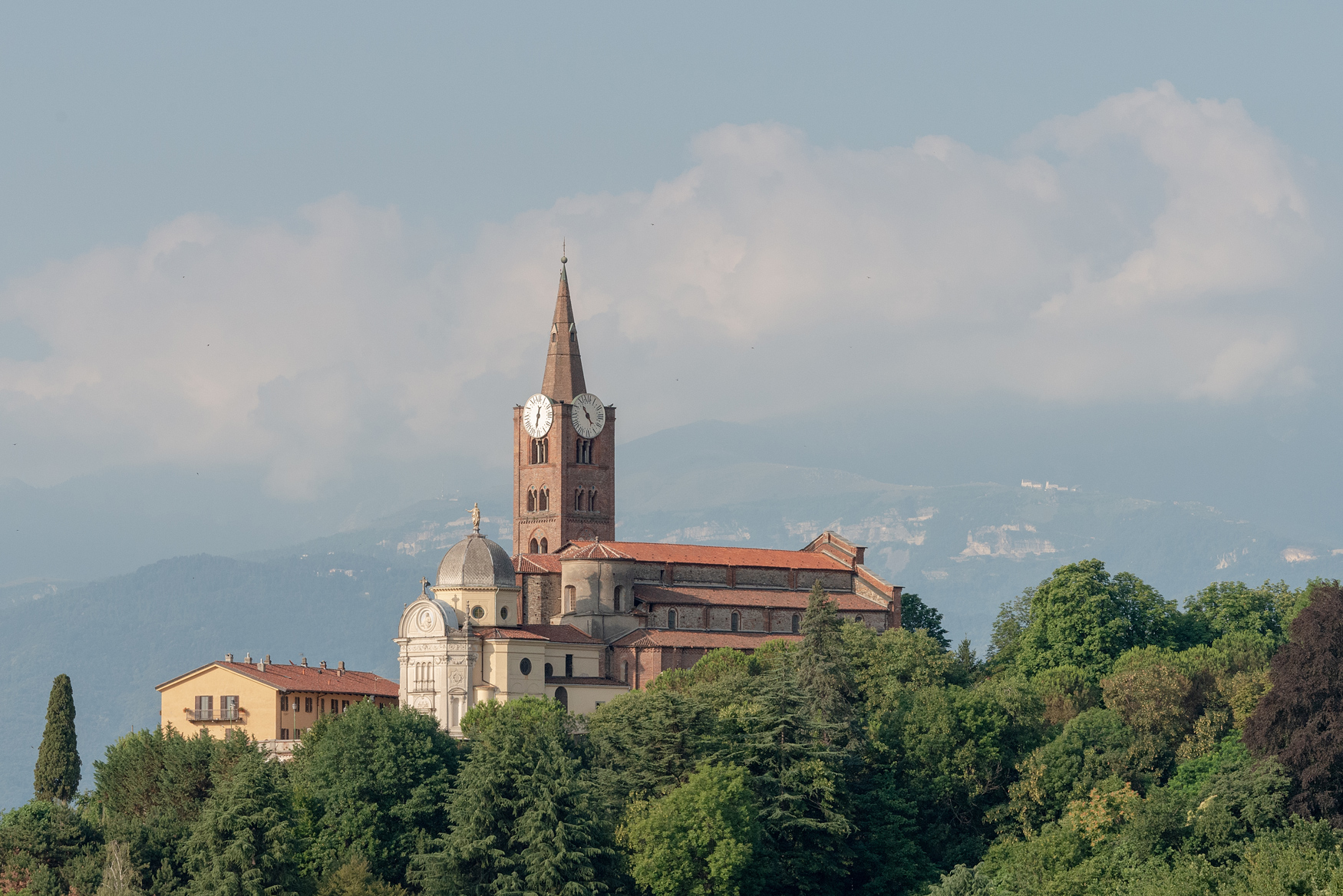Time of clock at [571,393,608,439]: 4:54
